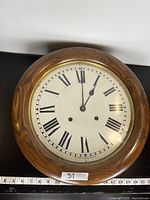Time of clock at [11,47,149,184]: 1:00
